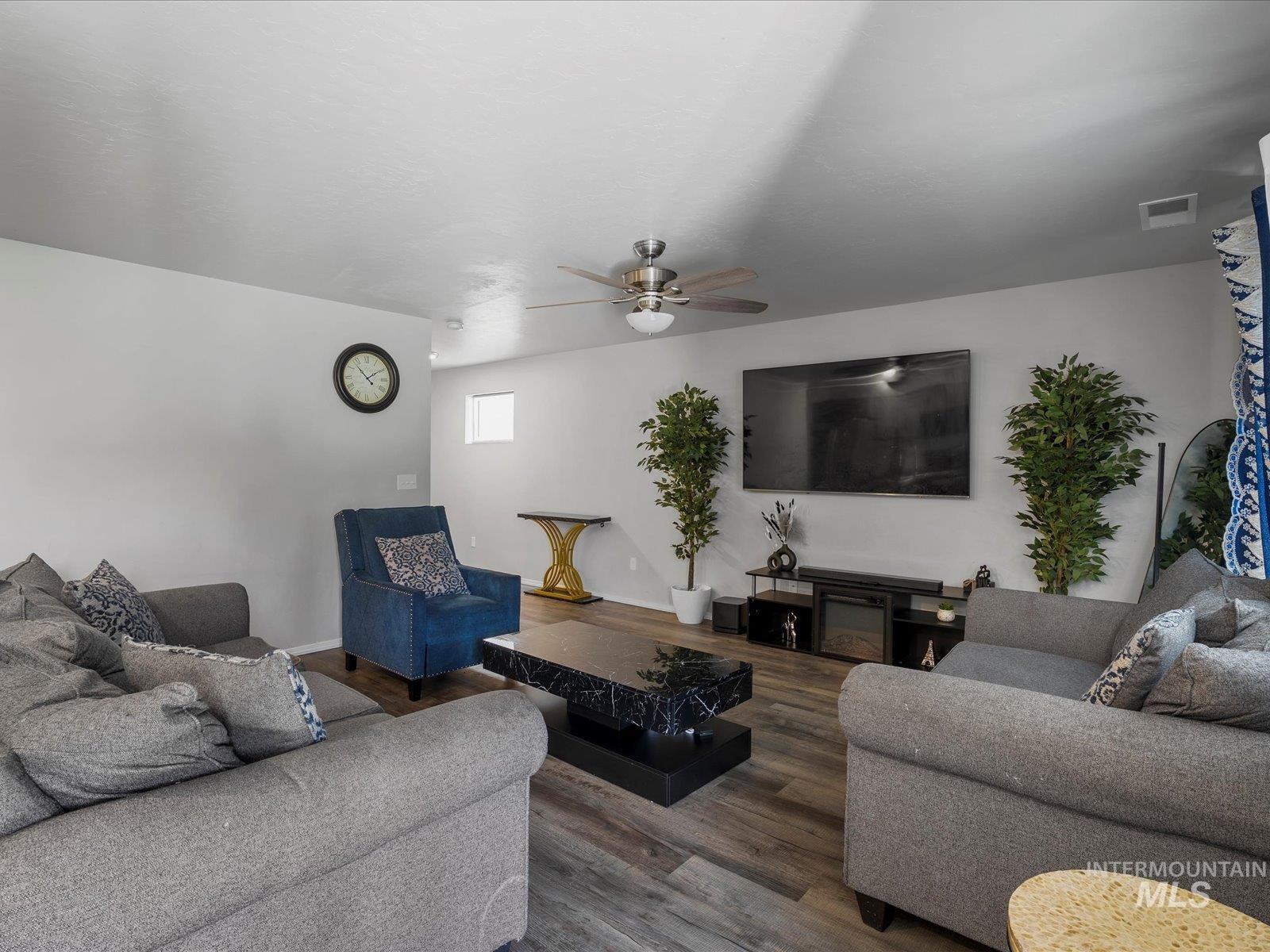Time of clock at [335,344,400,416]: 1:52
